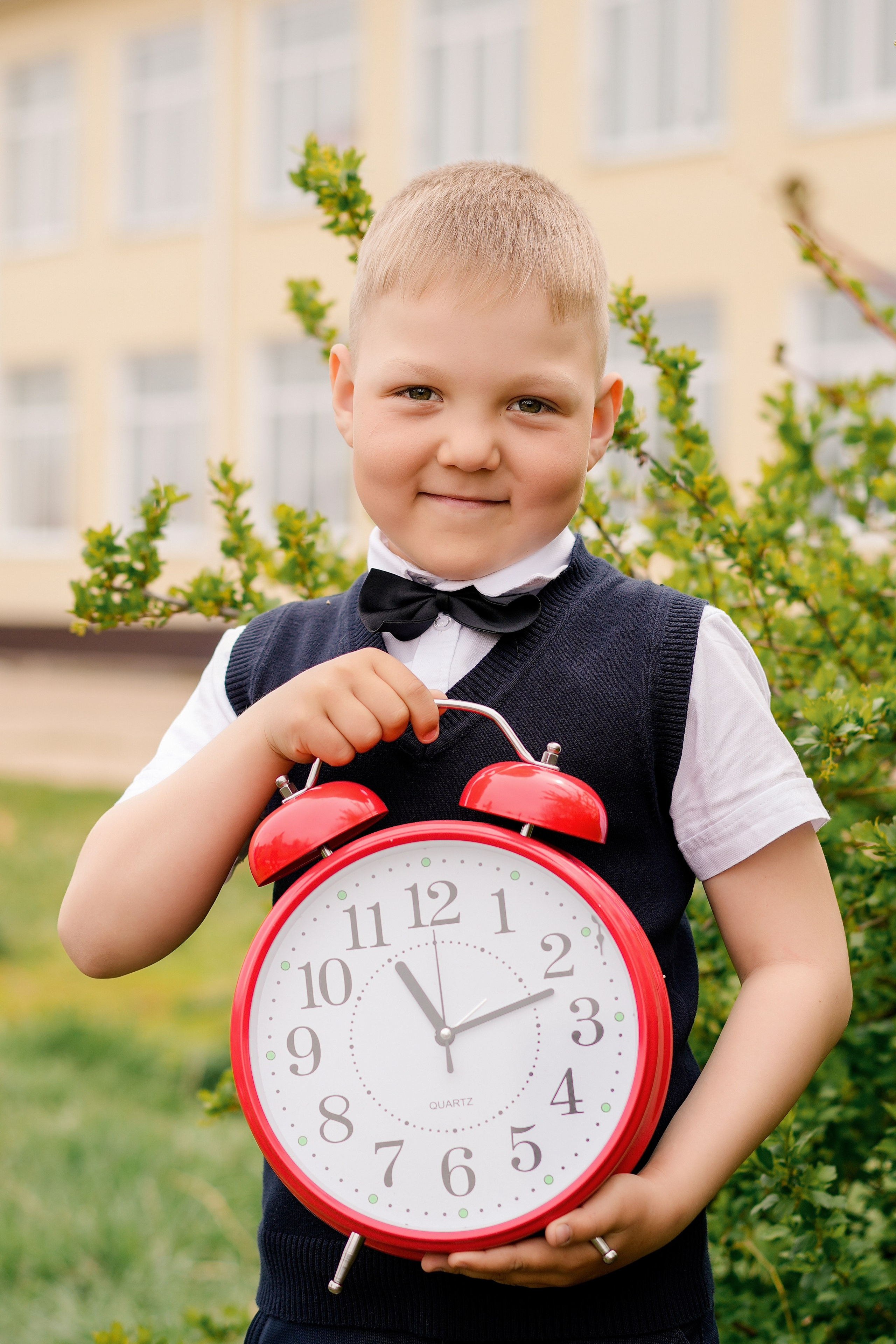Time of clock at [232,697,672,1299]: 11:12
